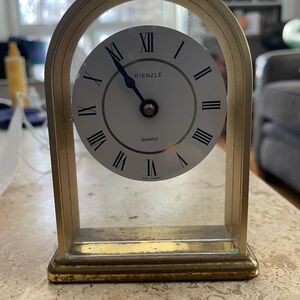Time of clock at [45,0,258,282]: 10:54
